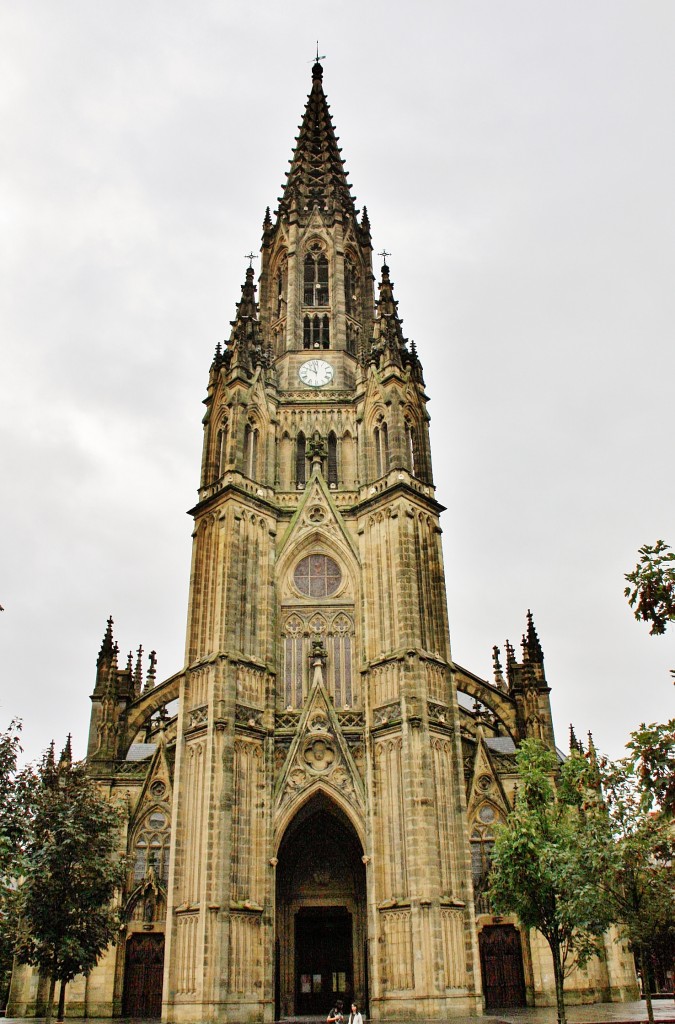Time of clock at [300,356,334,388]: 9:57
